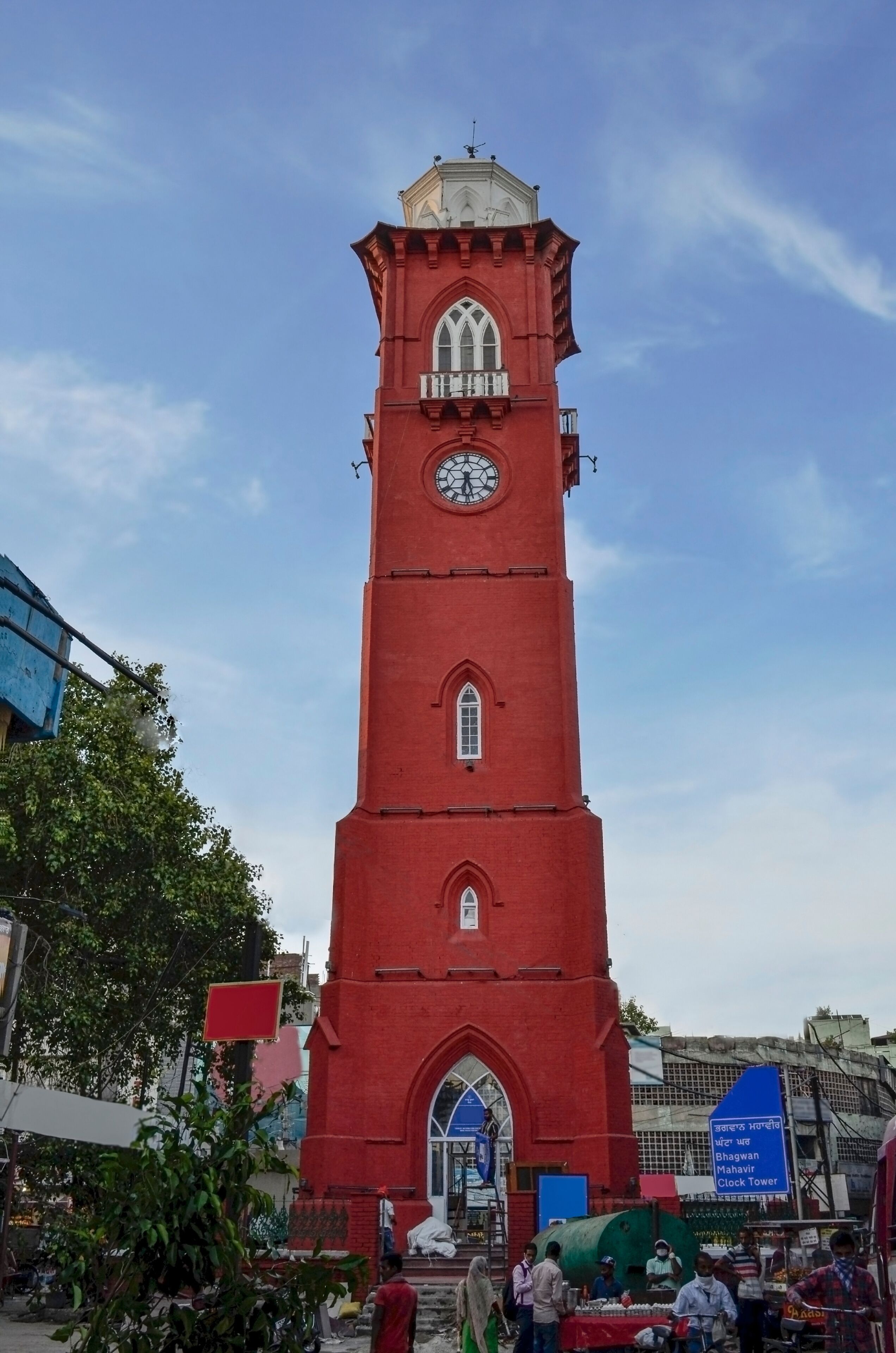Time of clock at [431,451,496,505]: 6:27
